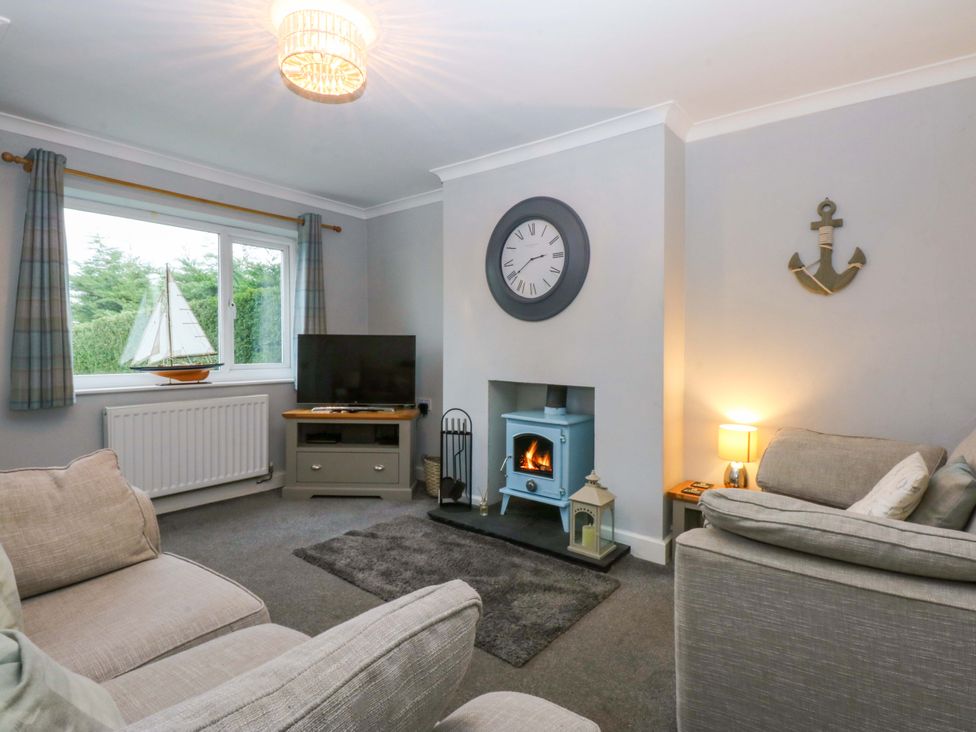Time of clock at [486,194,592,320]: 2:40
